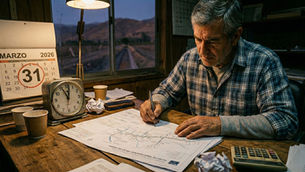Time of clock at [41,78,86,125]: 11:01
